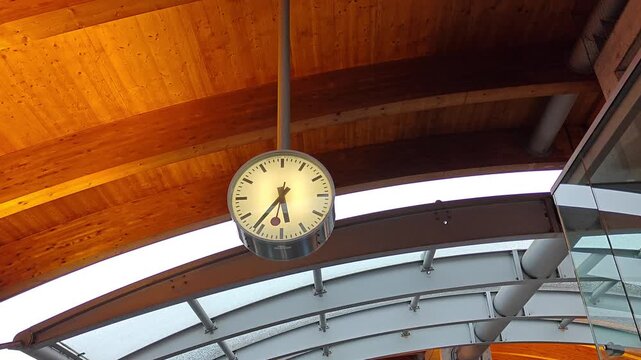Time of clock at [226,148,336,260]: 5:36
